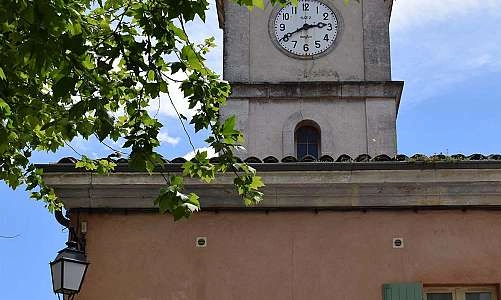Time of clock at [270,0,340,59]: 2:40
